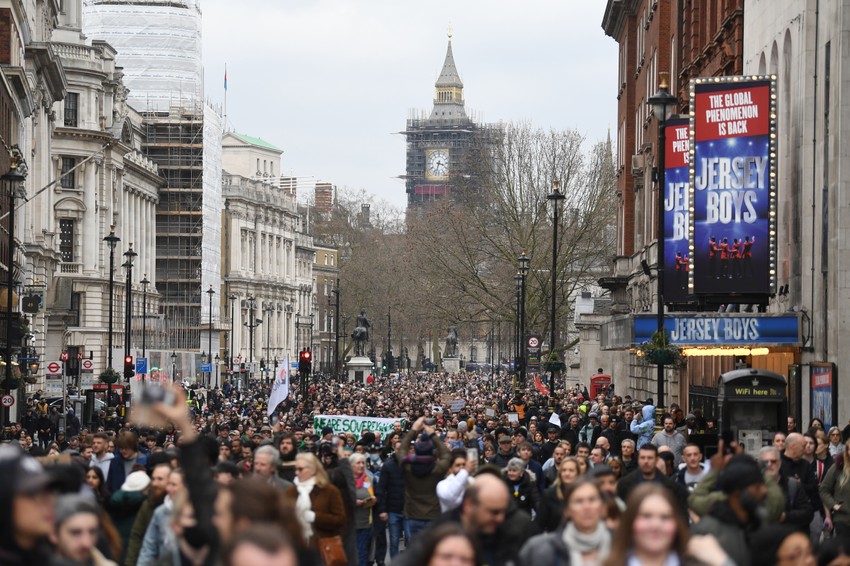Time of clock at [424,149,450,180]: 3:32
